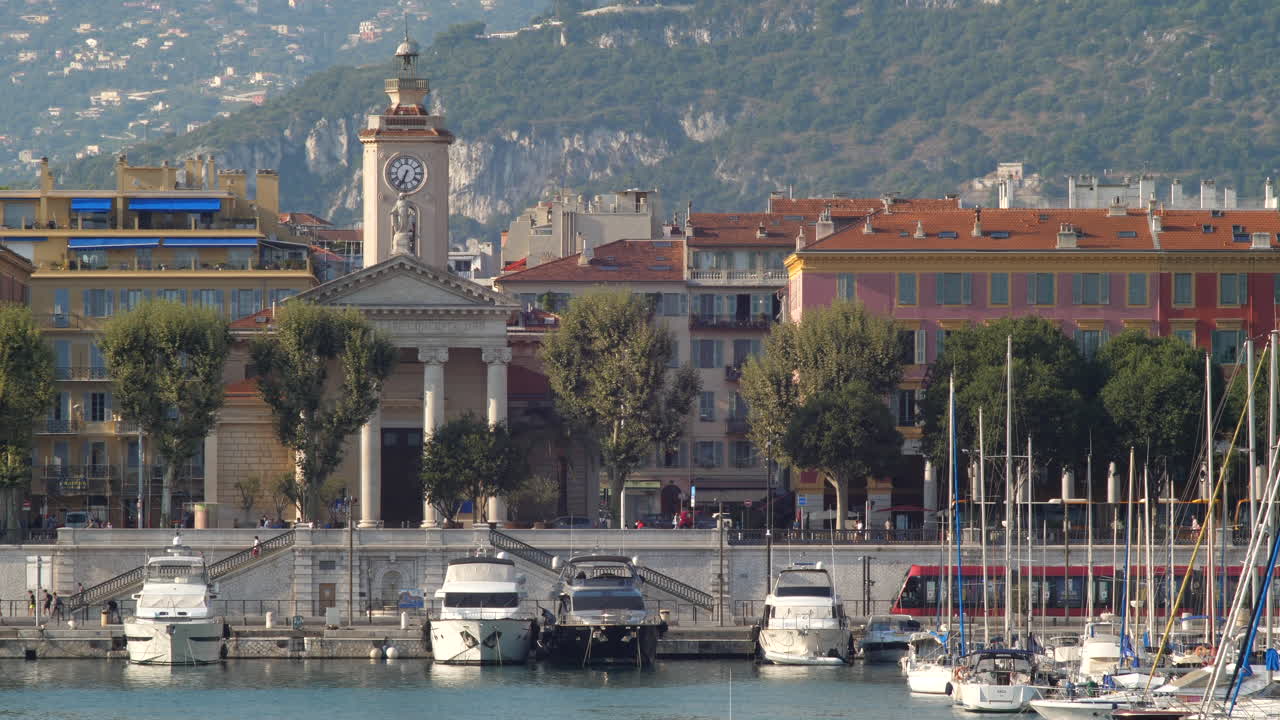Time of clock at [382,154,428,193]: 6:34
